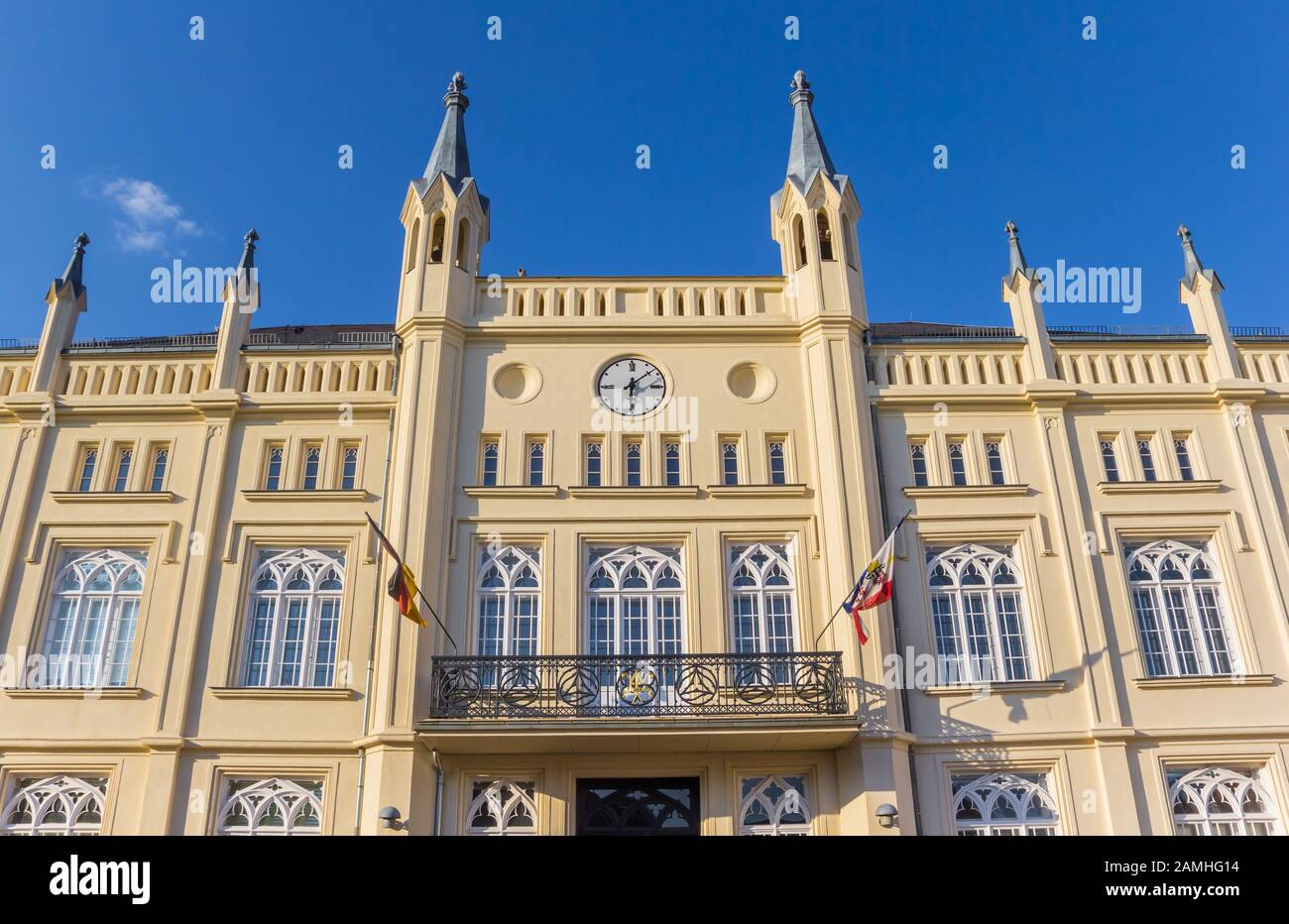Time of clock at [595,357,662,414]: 6:08
